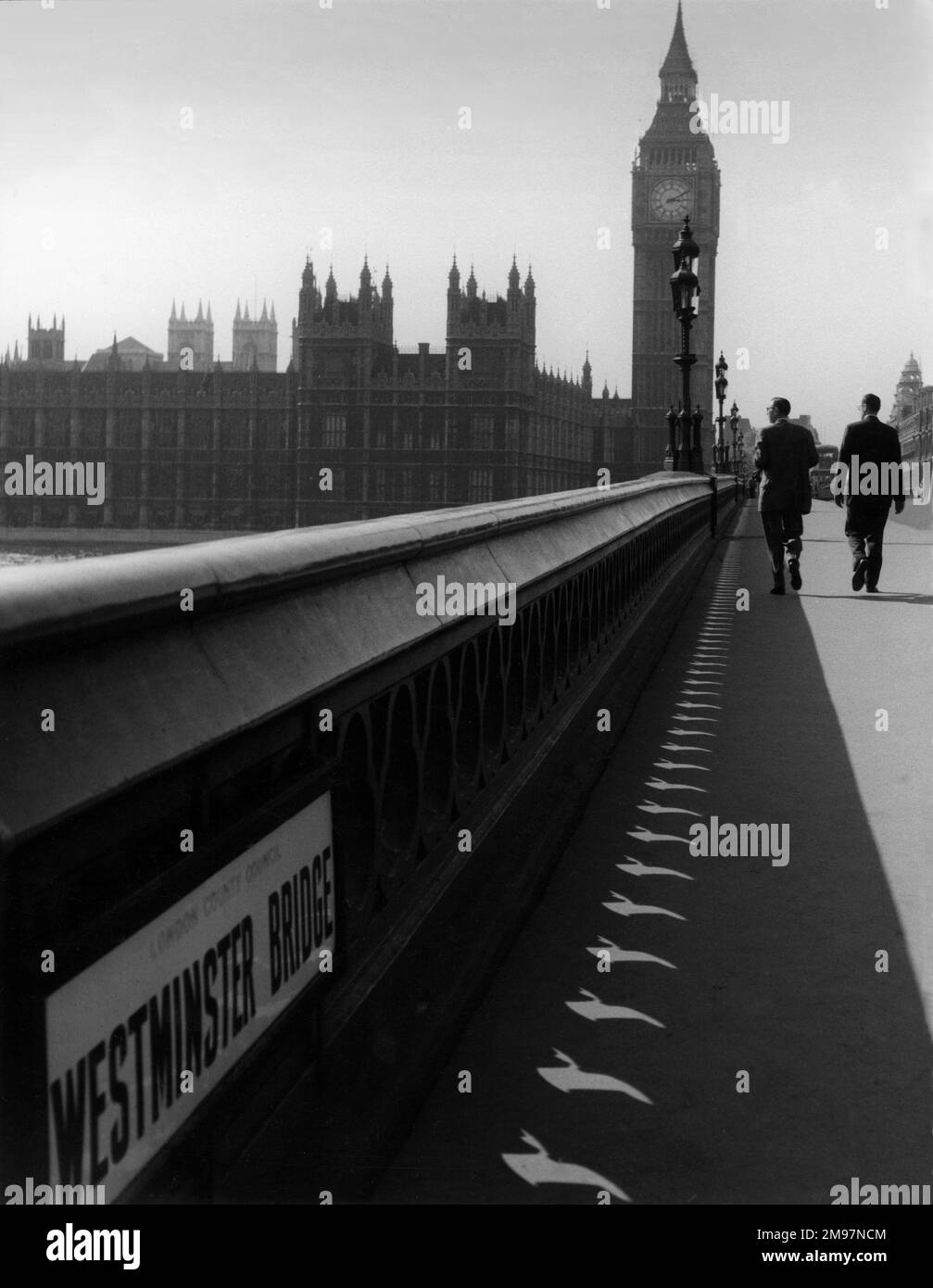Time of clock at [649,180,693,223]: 3:10
